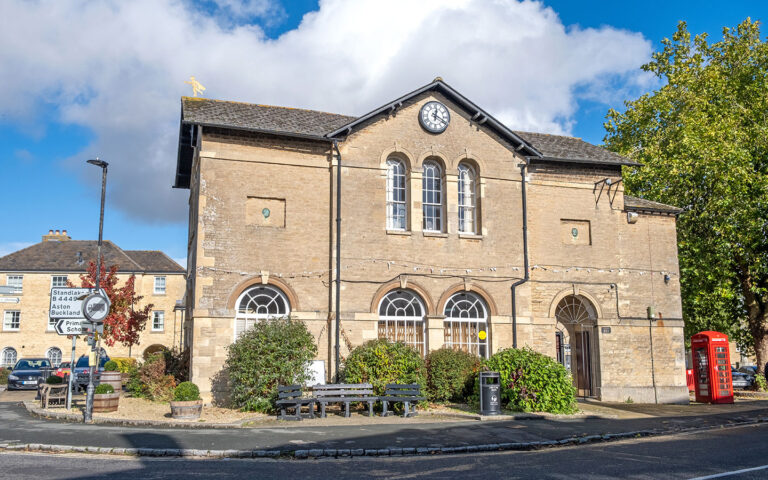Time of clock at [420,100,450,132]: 12:19
